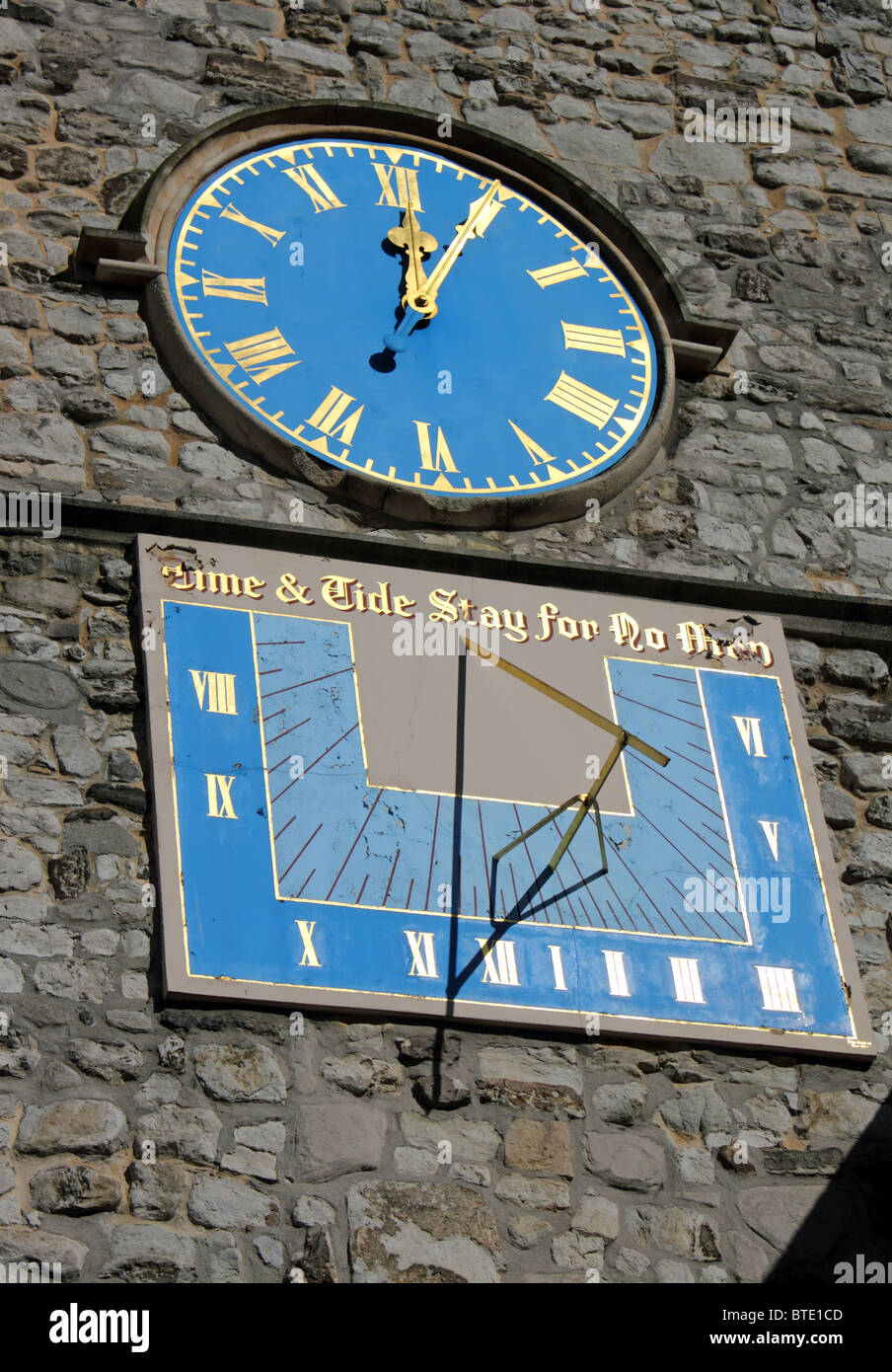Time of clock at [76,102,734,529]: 12:04
